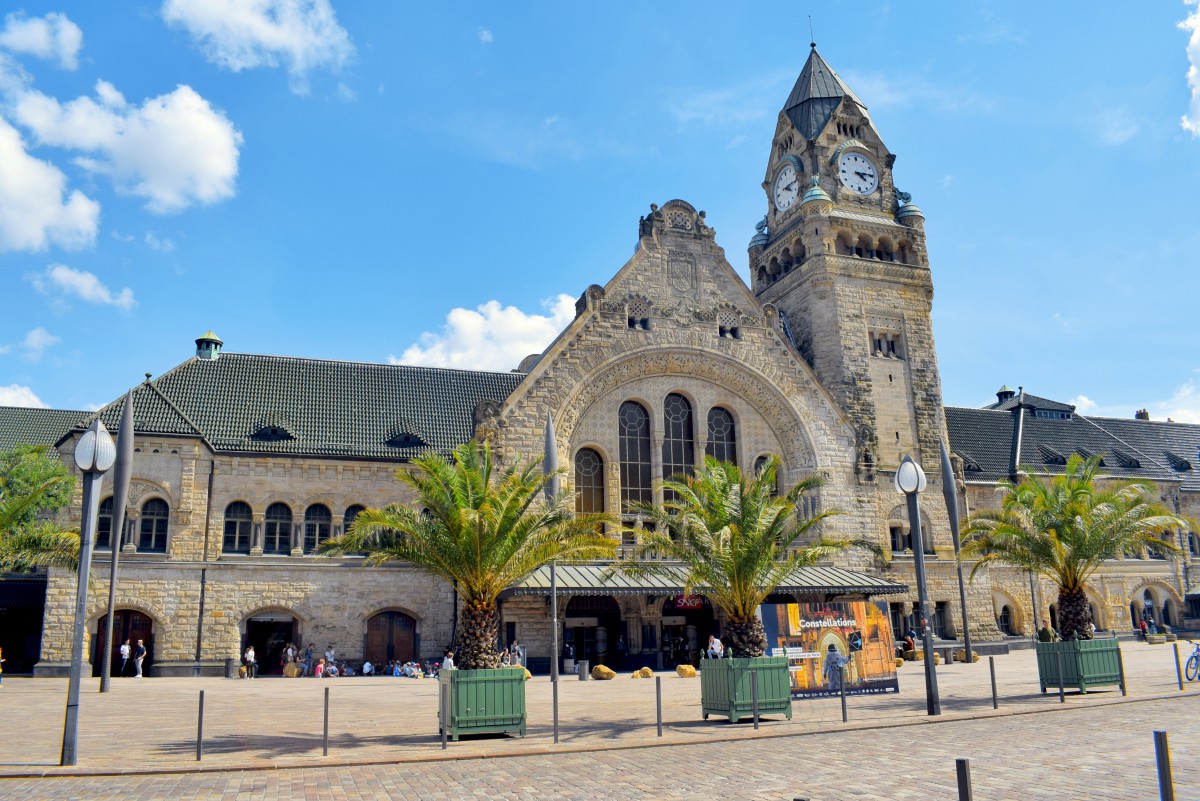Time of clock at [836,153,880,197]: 4:14
